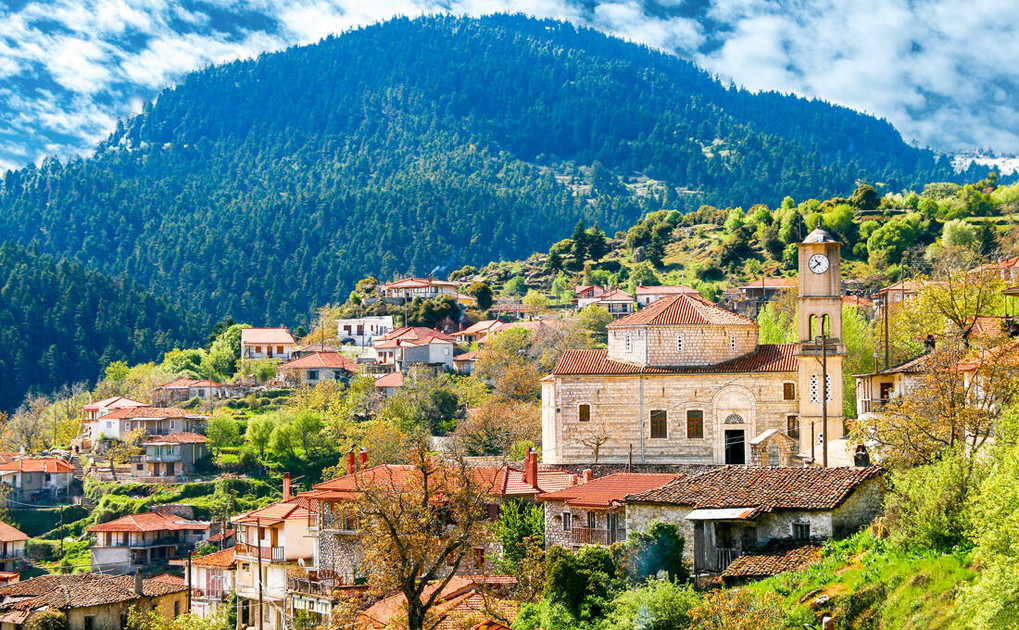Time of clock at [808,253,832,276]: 10:38
